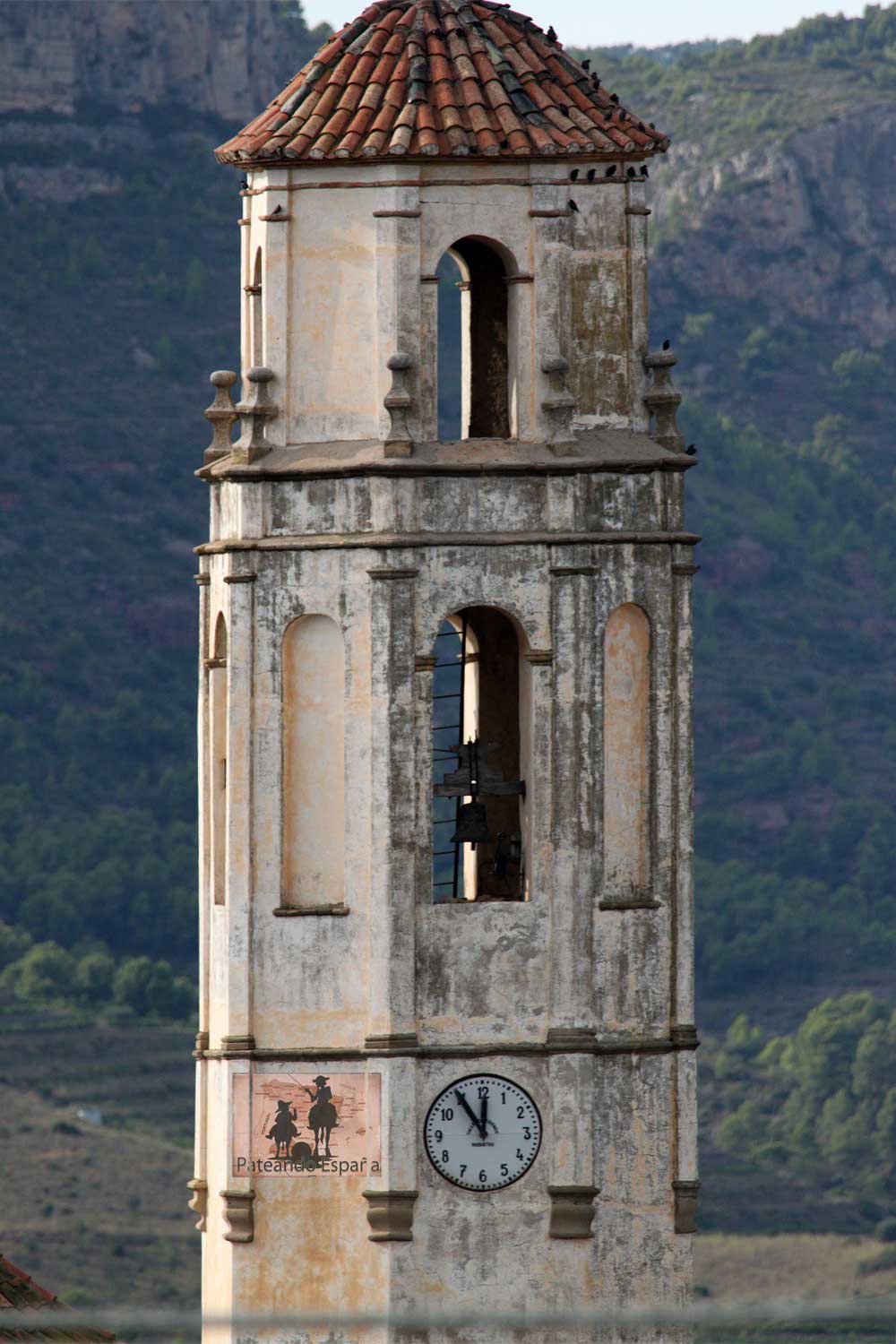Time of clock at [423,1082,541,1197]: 11:54
